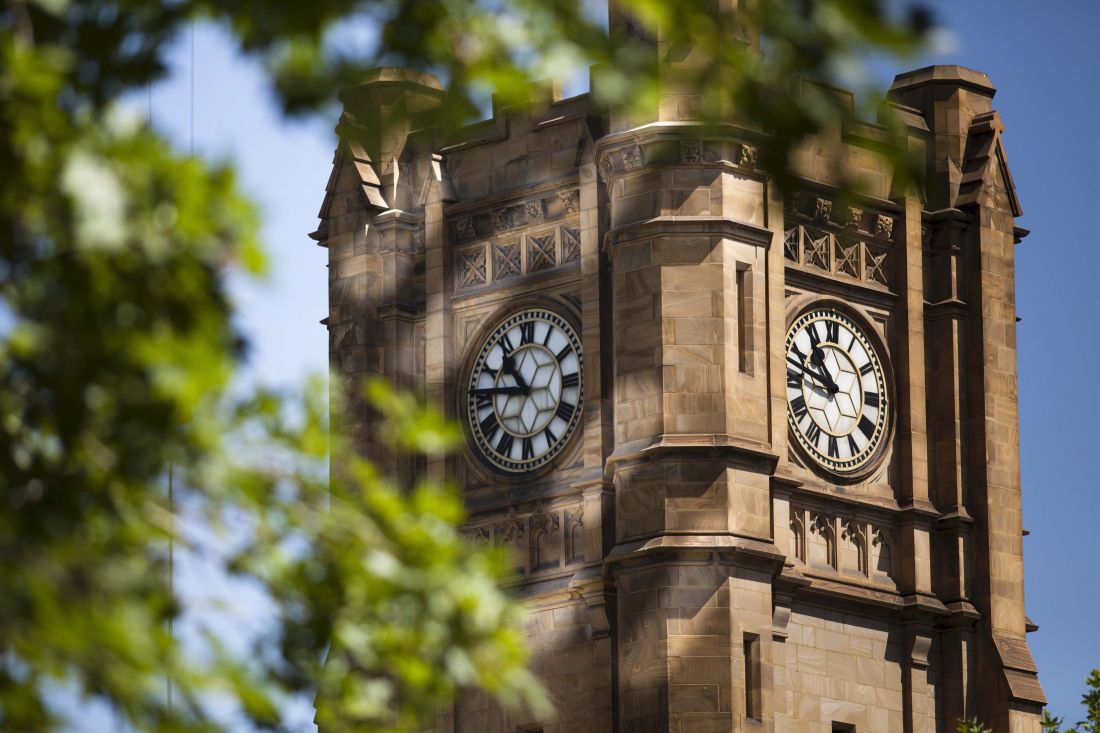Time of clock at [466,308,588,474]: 10:45
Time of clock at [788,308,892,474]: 10:47
